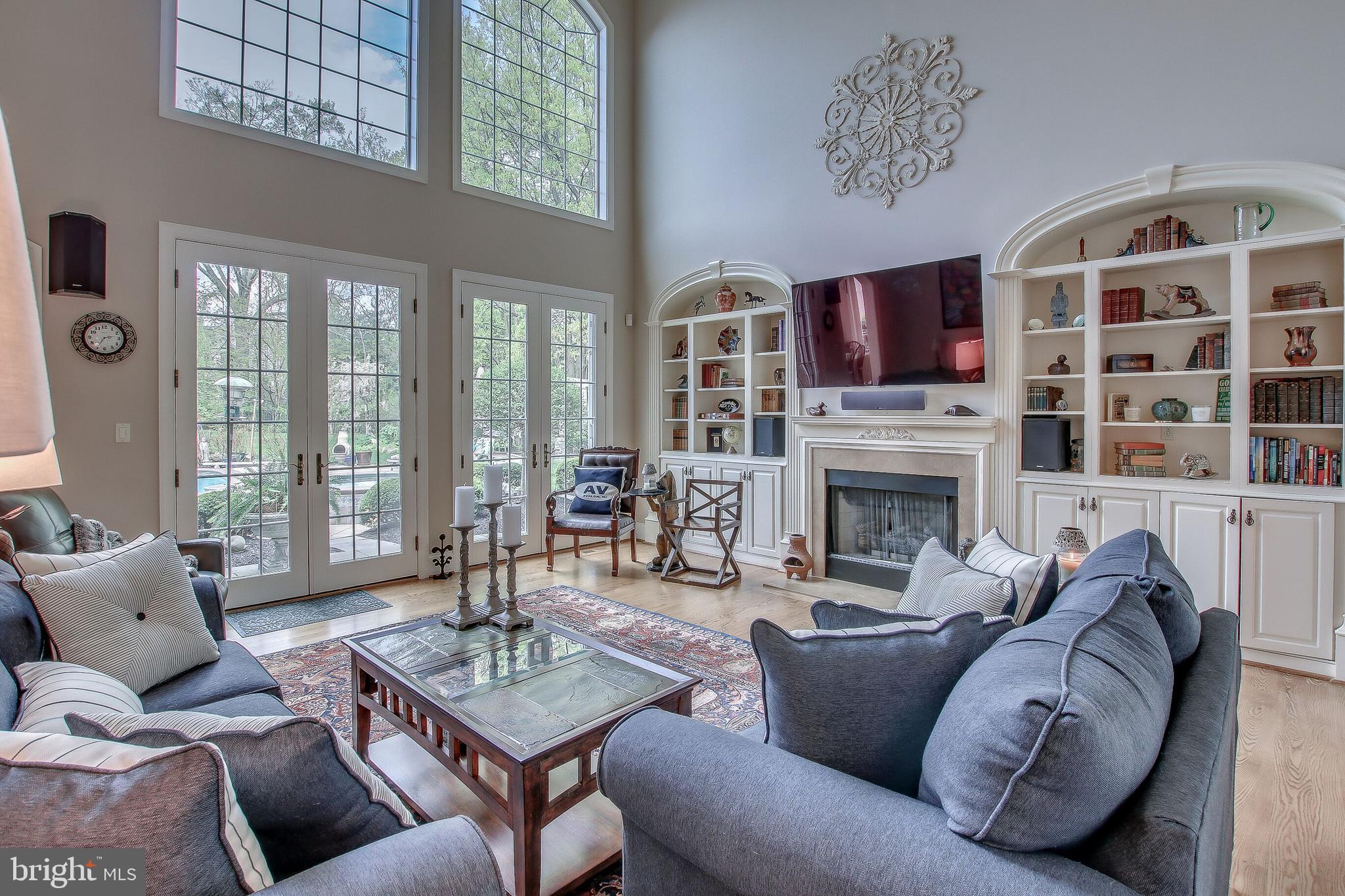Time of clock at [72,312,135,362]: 2:35
